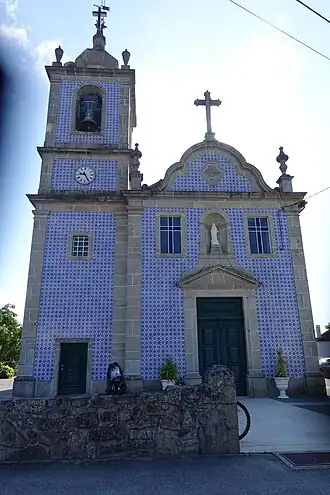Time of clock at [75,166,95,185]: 9:25
